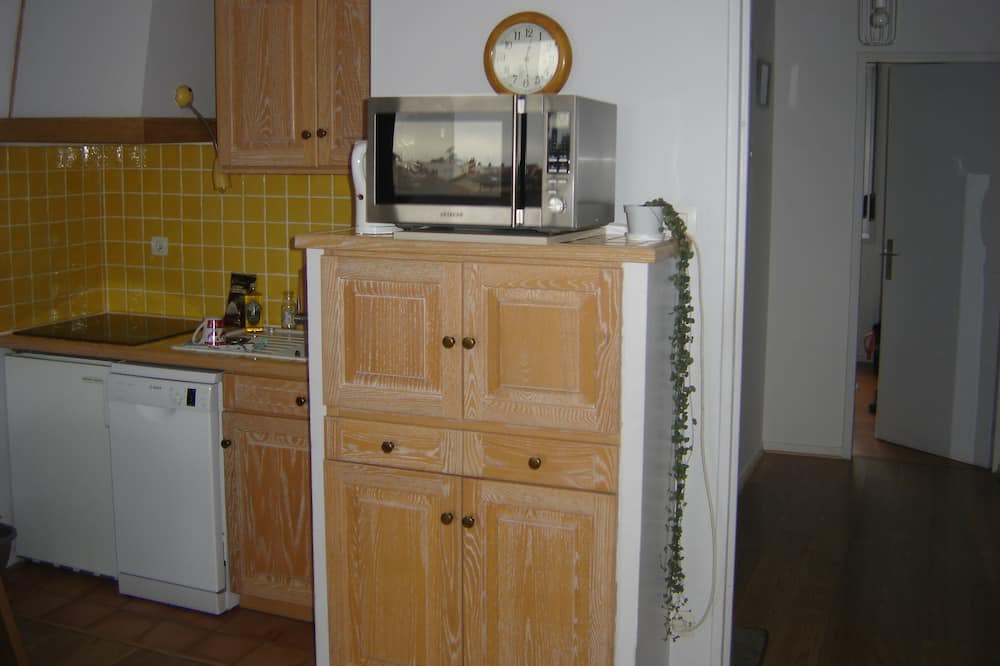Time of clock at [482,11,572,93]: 12:28
